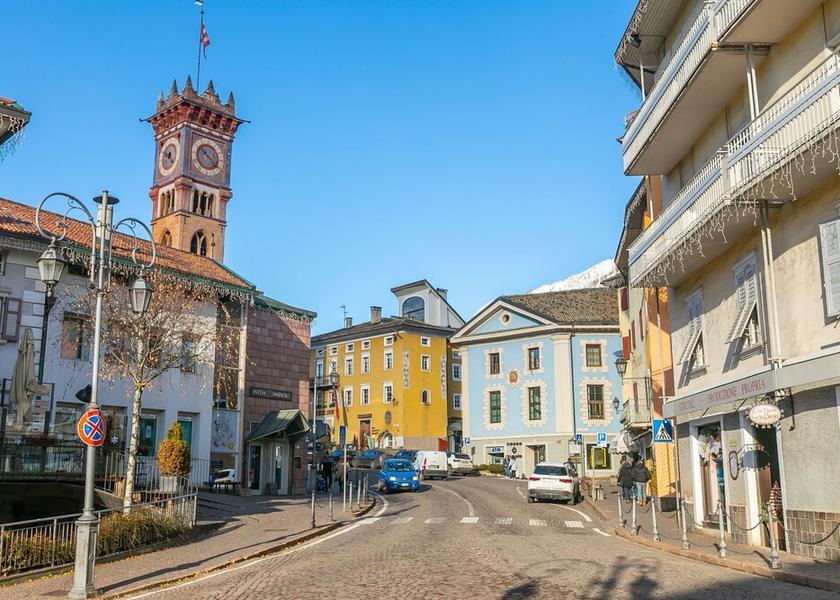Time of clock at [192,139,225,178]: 10:20
